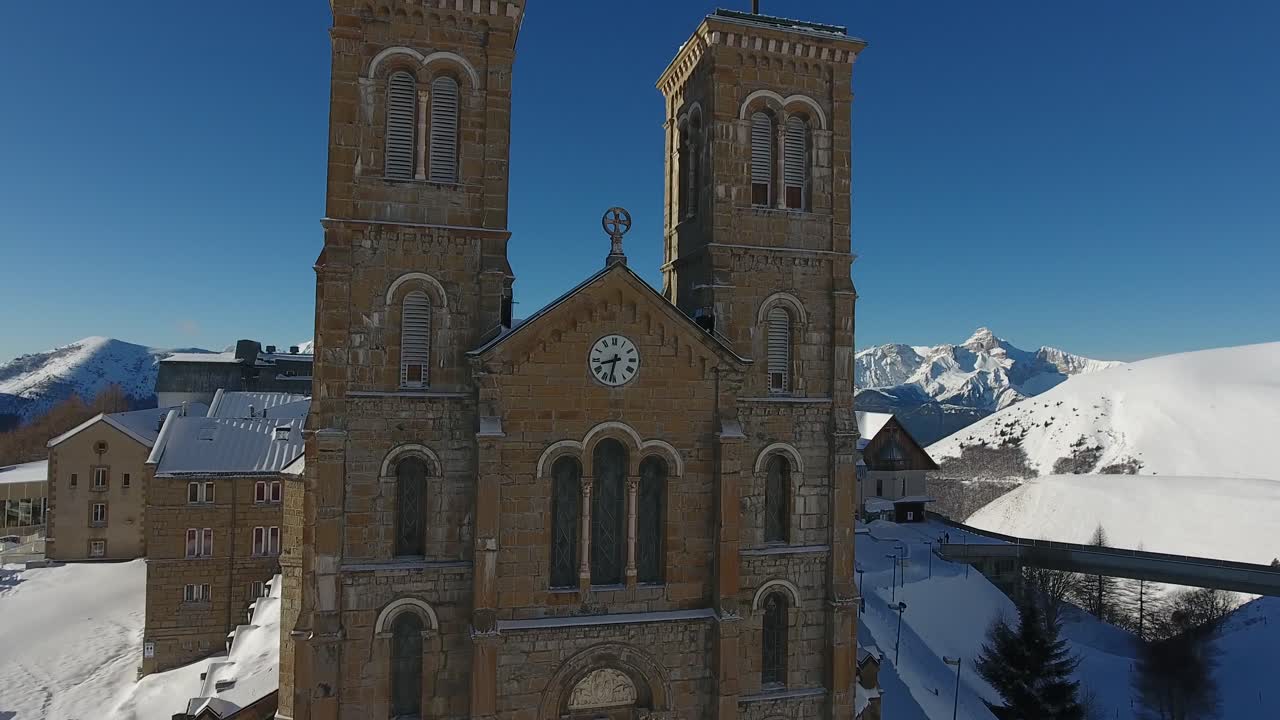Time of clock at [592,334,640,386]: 8:32
